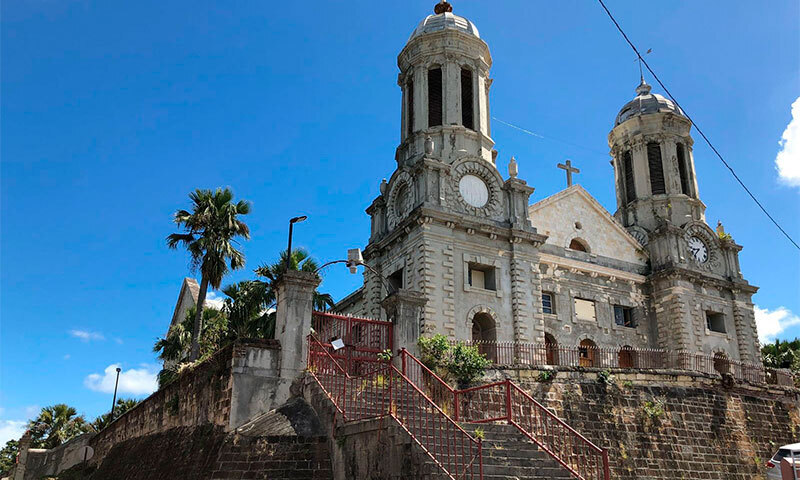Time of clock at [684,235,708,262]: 8:37
